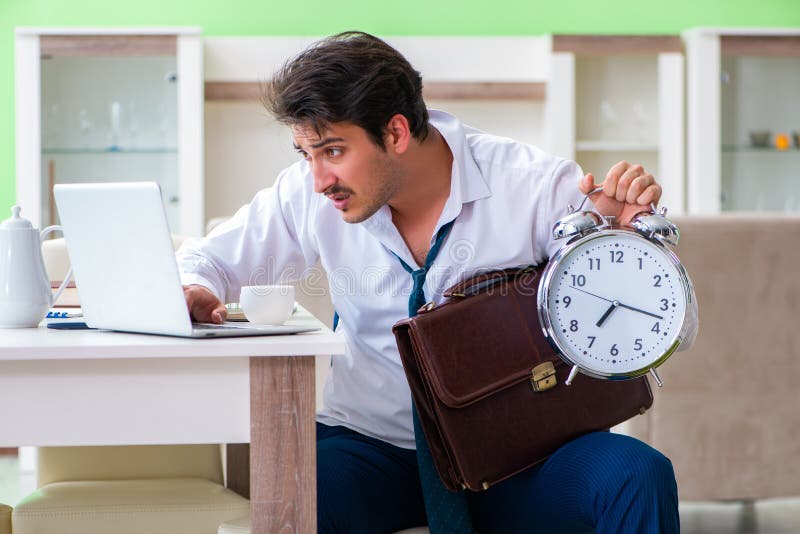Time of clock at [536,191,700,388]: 7:17
